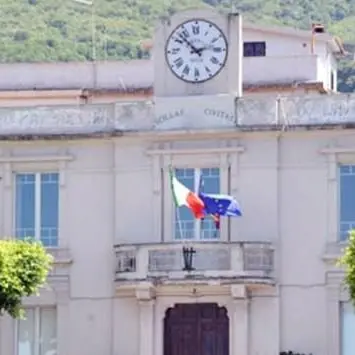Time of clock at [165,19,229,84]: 2:52
